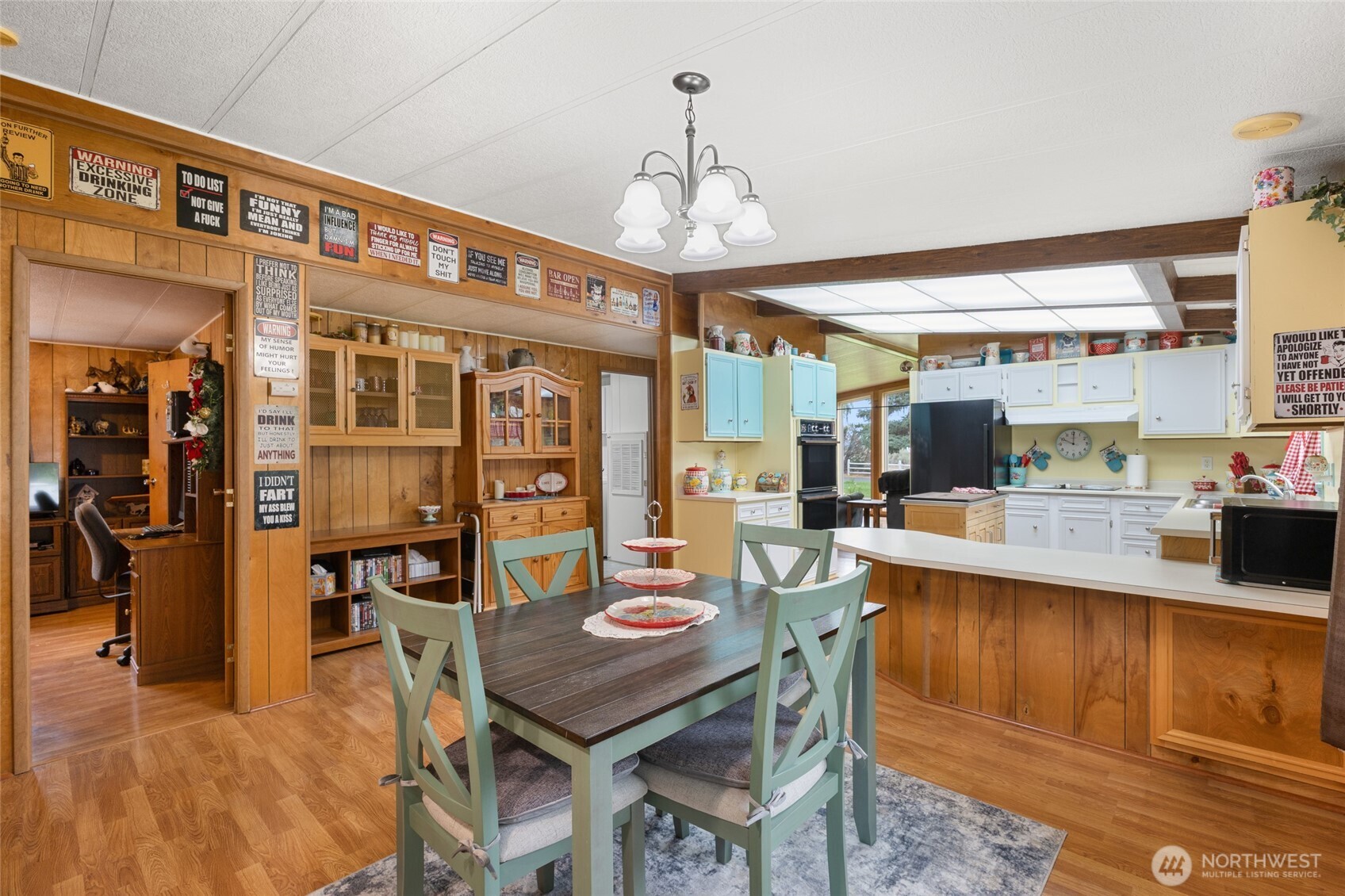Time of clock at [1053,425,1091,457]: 10:00
